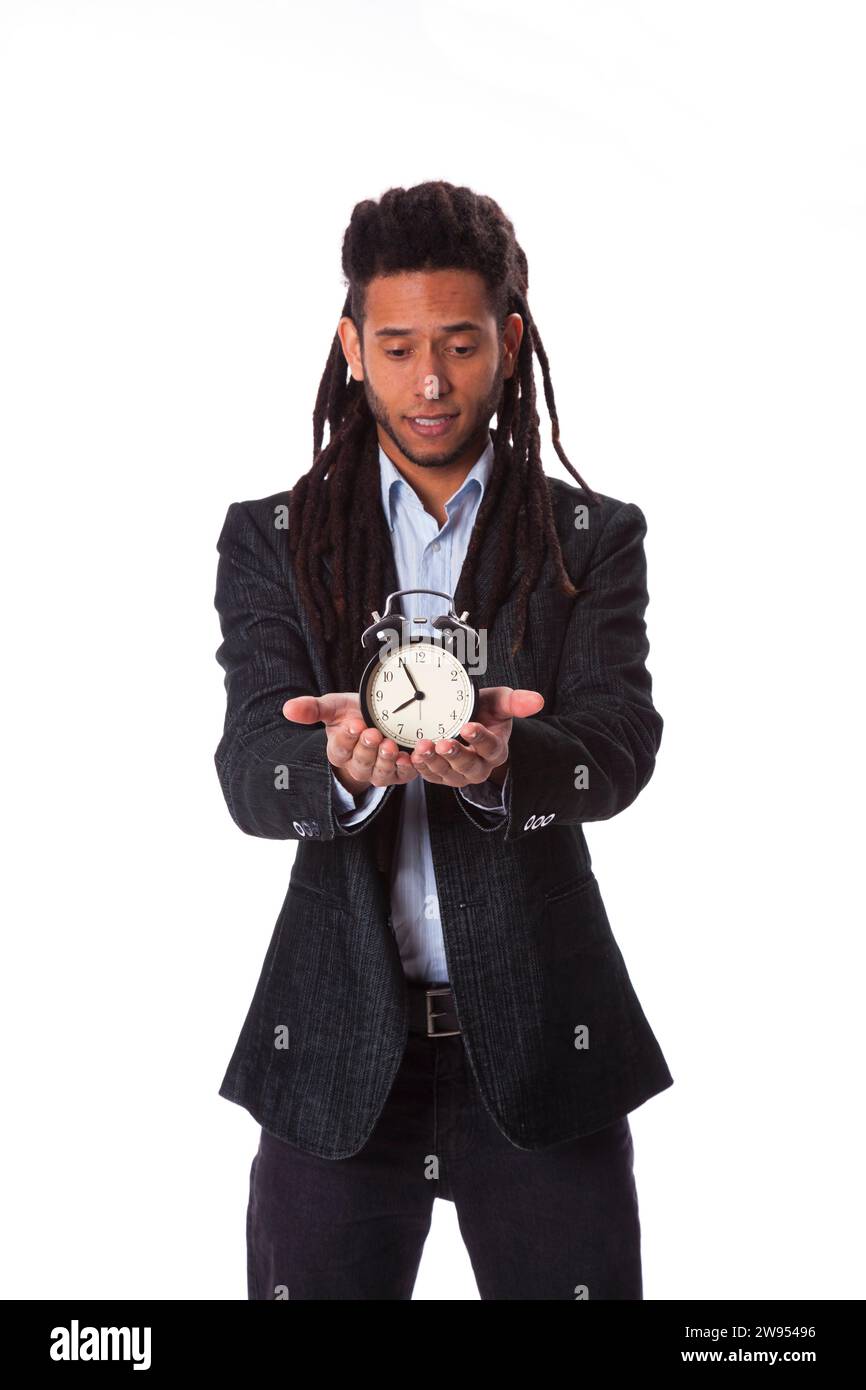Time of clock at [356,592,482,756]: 7:55
